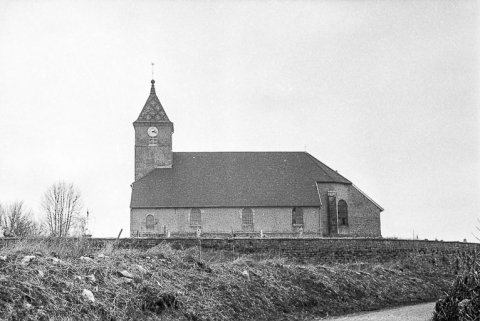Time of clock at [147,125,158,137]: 2:18
